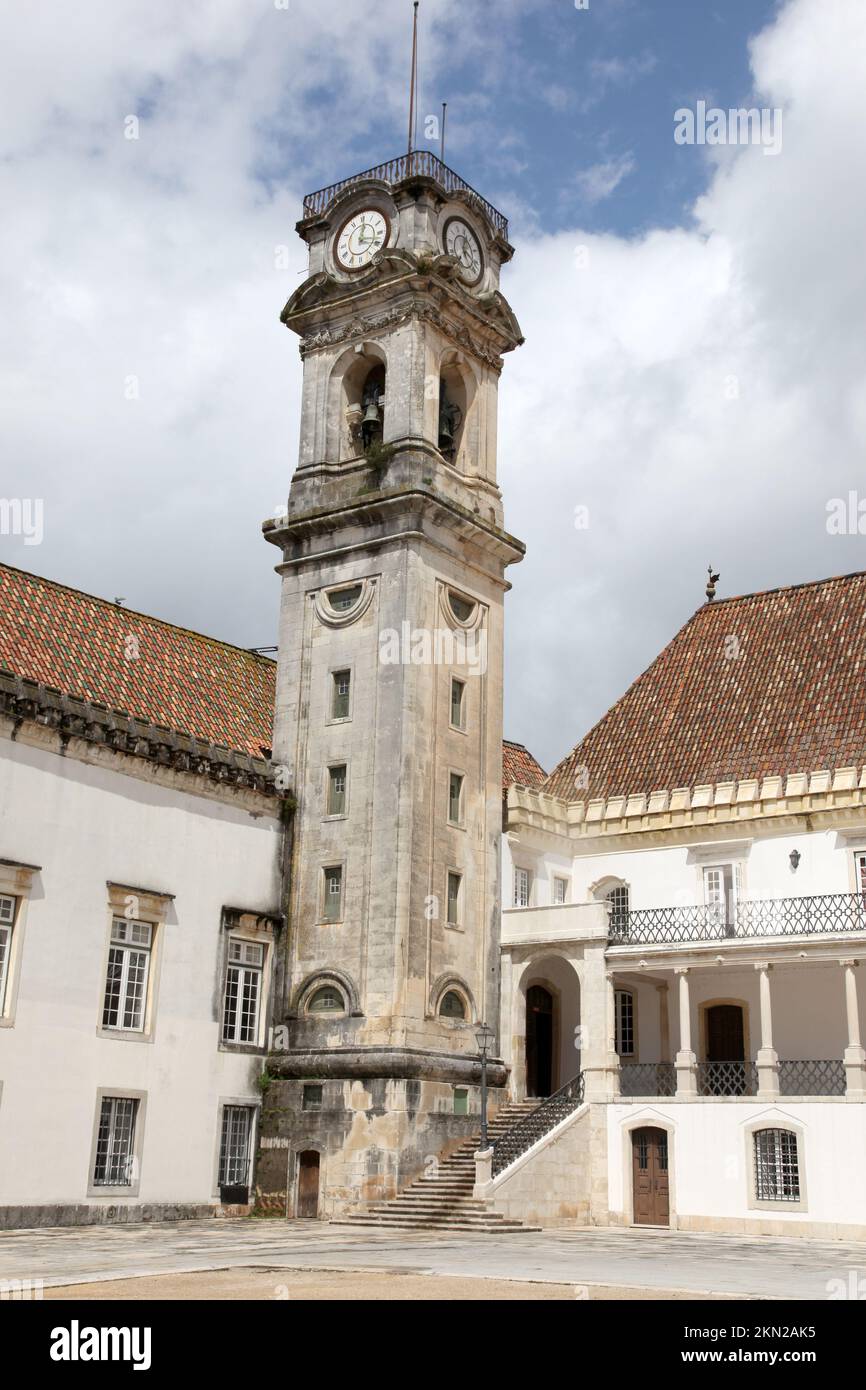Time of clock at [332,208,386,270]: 12:17
